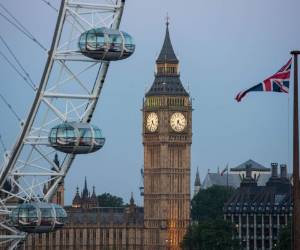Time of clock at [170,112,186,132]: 4:32
